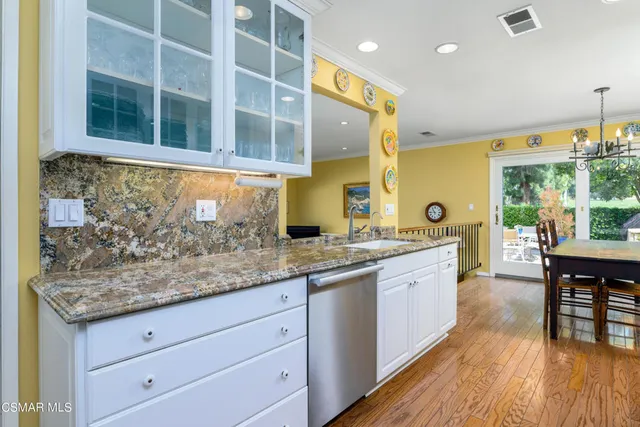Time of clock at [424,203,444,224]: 10:44
